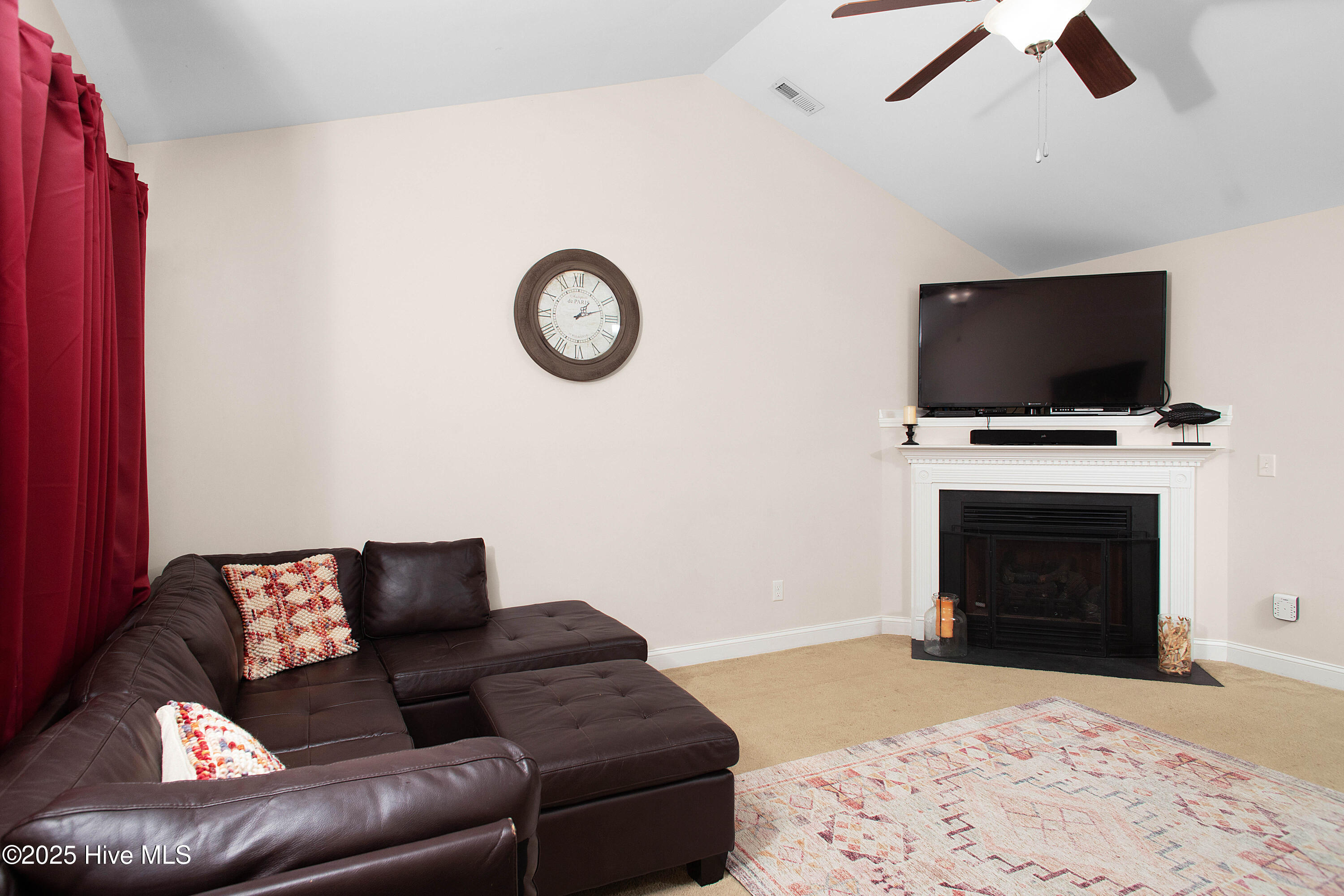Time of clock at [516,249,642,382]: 1:11
